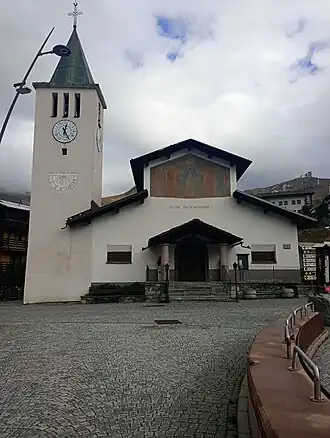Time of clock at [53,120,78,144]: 12:25
